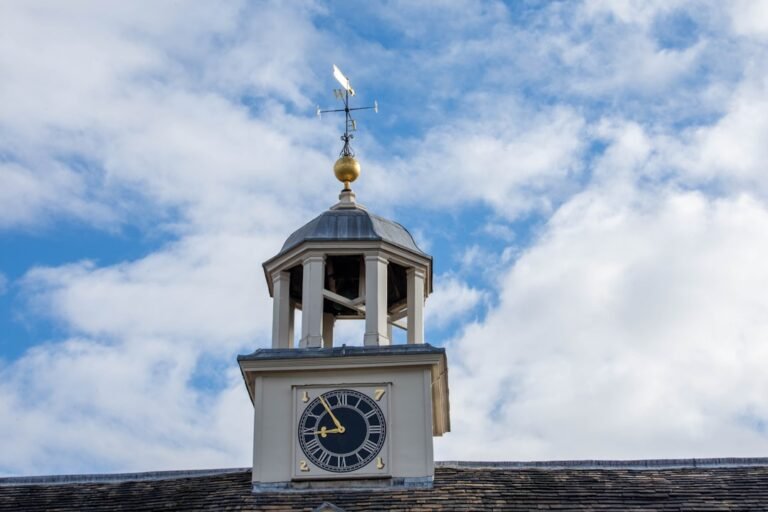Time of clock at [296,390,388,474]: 8:54
